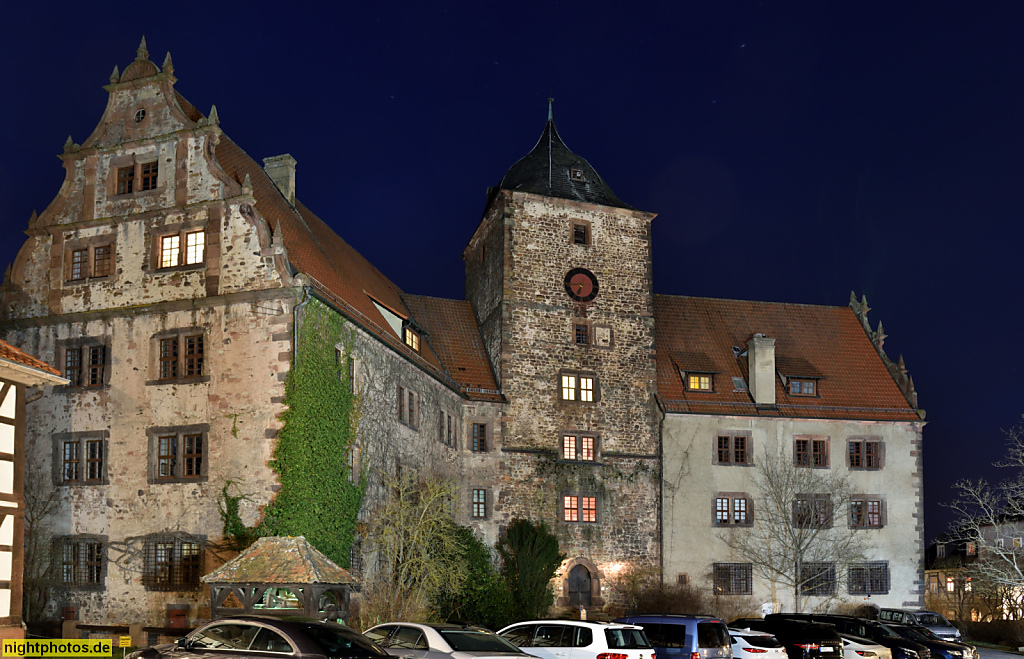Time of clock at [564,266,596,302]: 6:44
